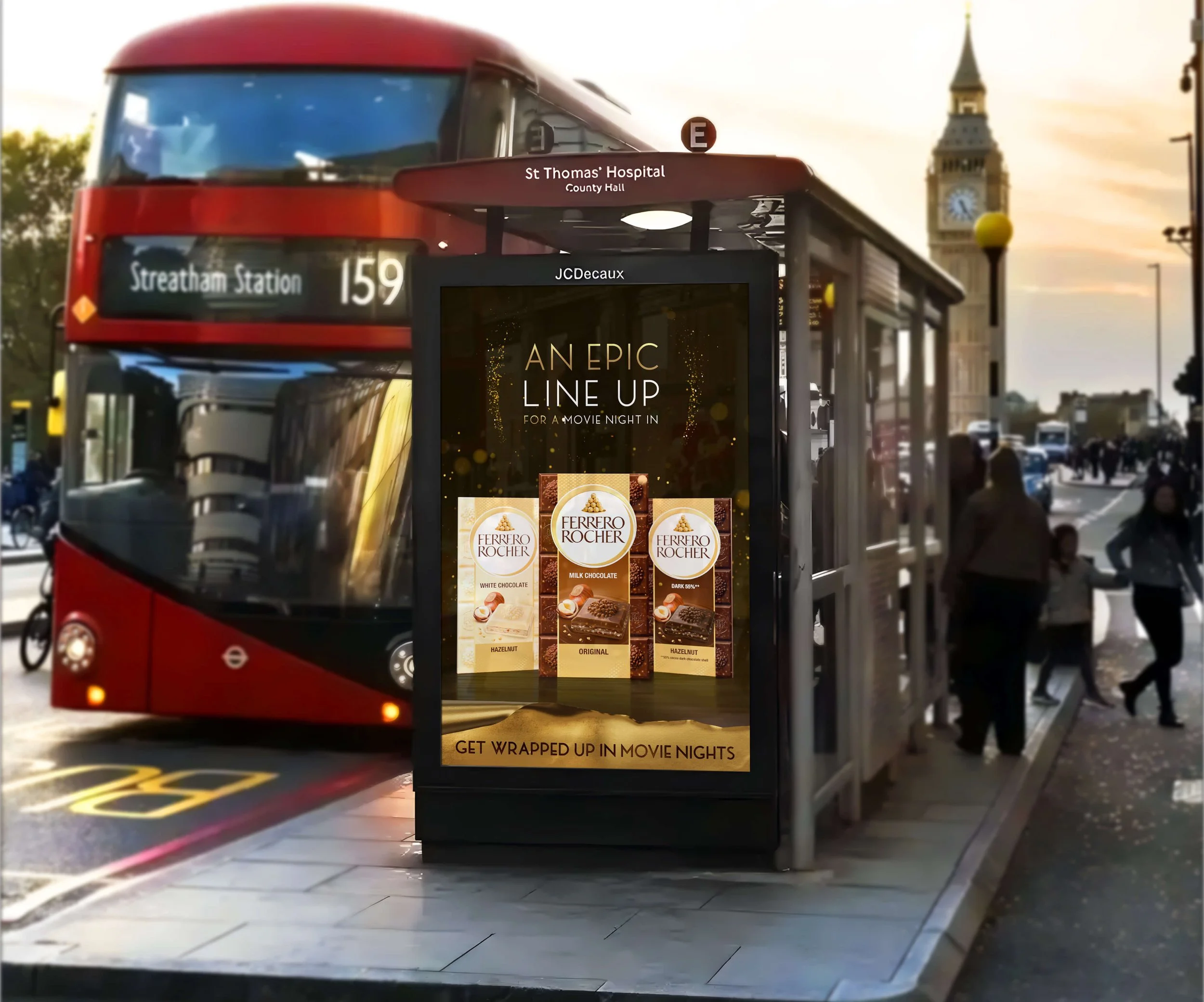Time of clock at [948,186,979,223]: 5:24
